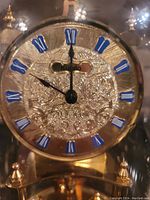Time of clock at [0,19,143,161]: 10:00
